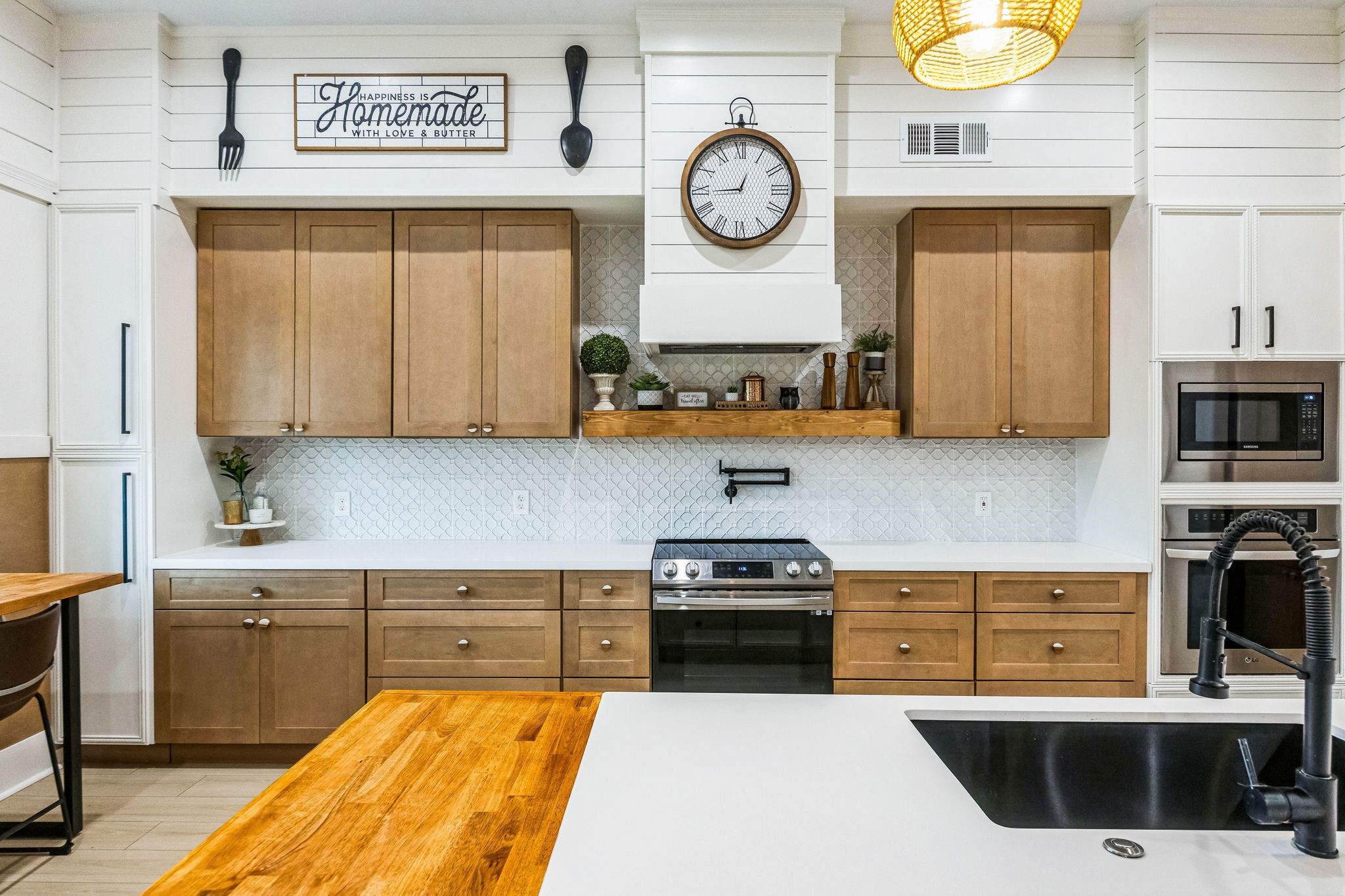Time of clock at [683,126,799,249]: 12:44
